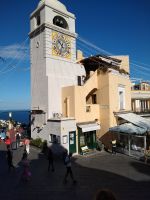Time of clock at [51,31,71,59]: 10:32
